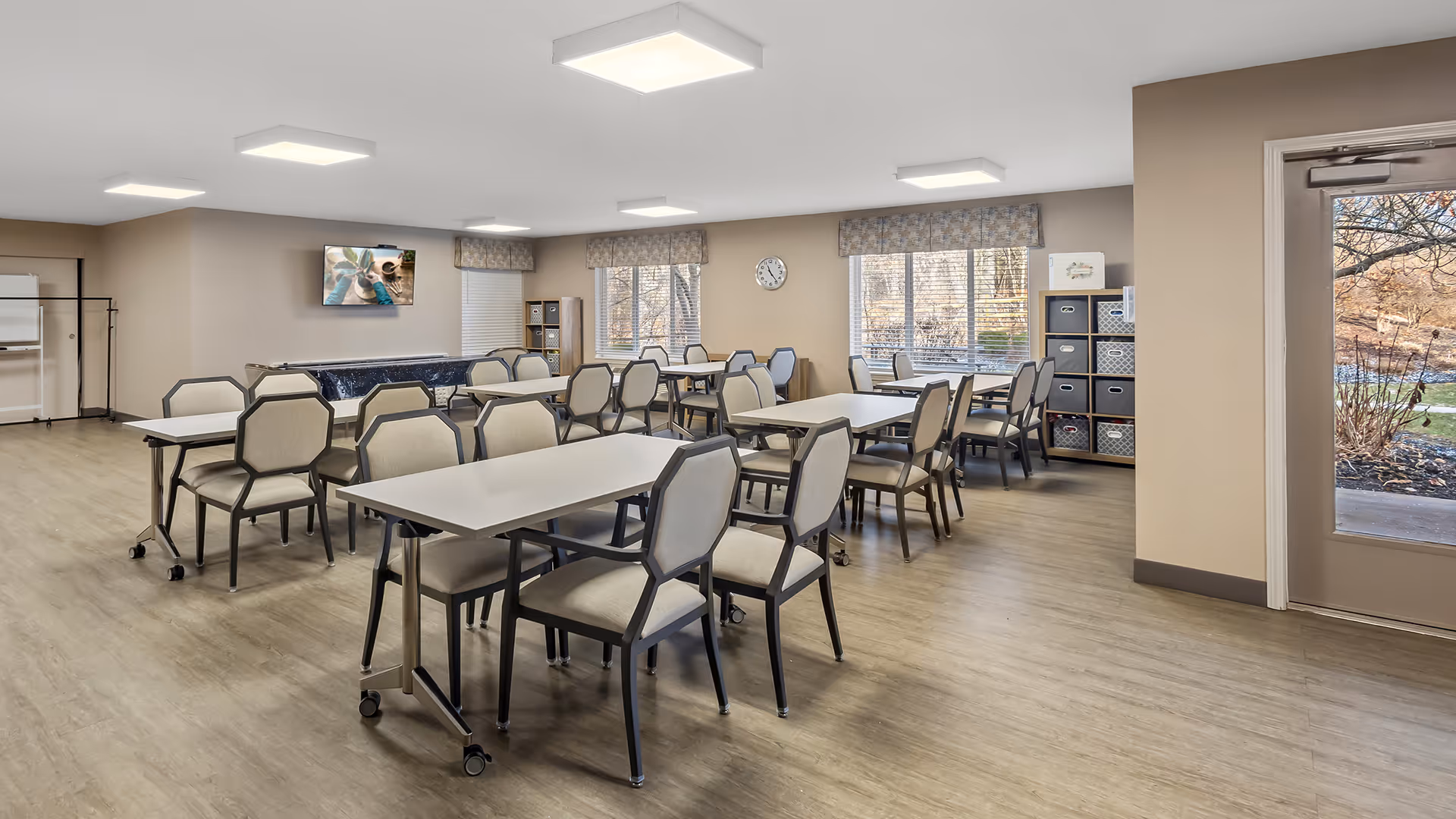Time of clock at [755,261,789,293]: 11:23
